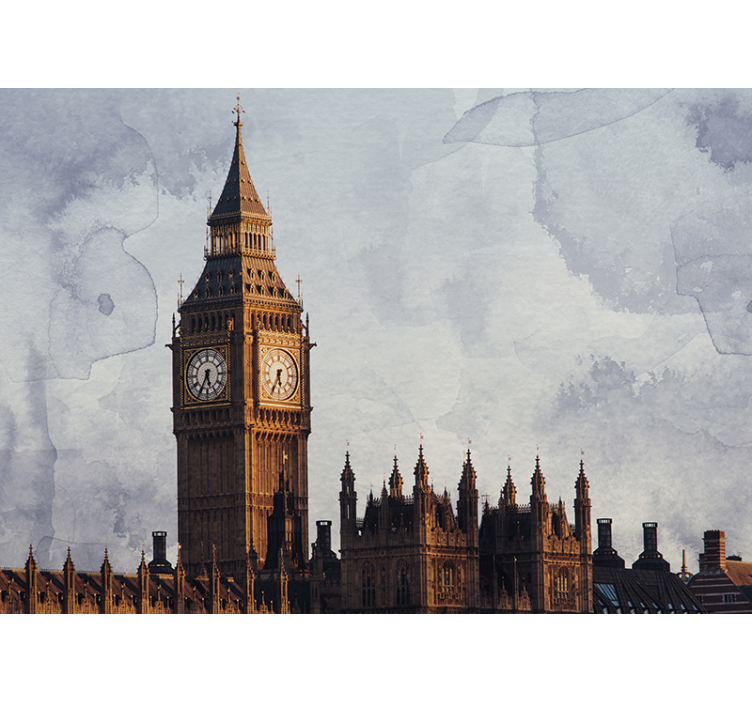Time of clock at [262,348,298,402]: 5:34
